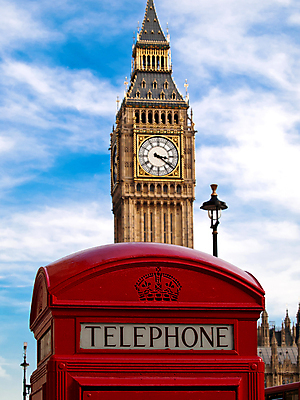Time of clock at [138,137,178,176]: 3:21
